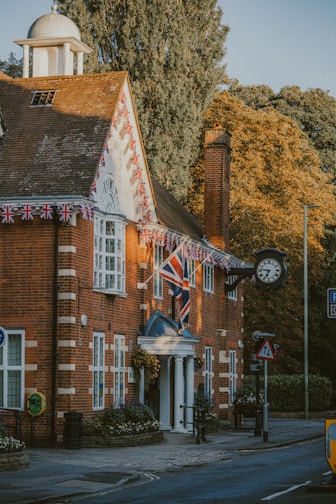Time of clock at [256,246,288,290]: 6:46
